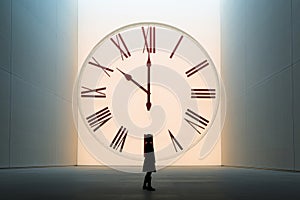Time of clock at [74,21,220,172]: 10:00
